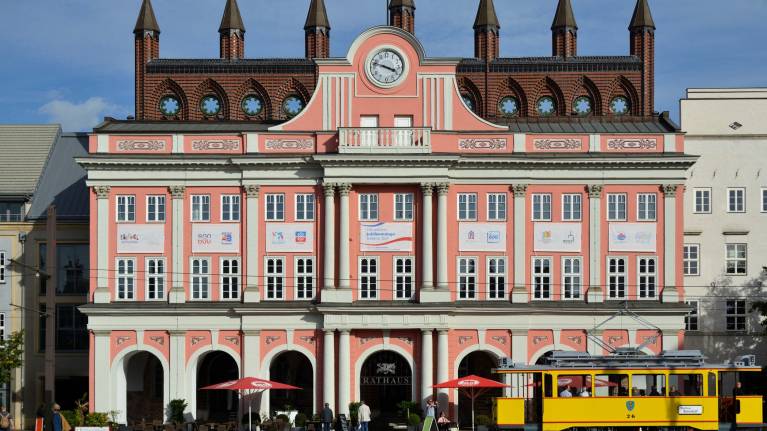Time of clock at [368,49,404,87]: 3:47
